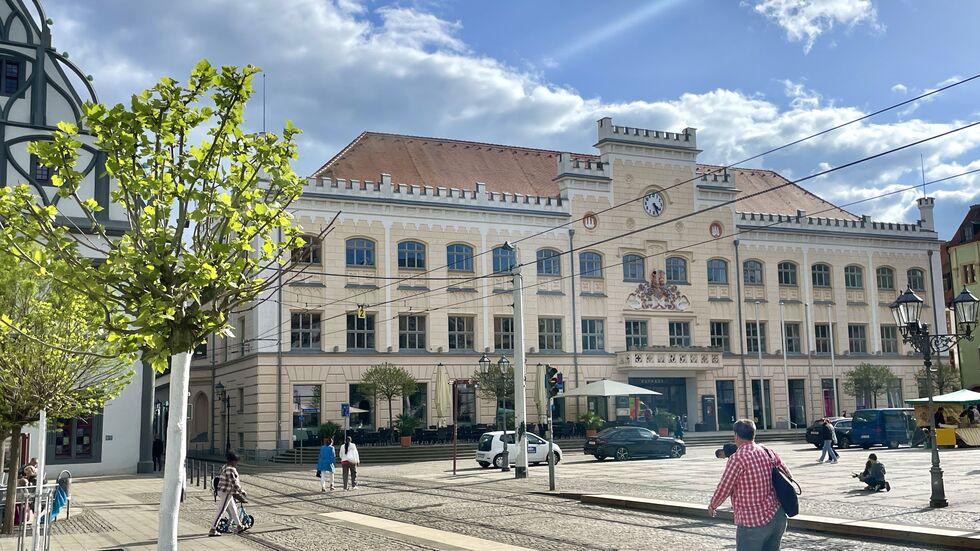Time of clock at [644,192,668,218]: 4:26
